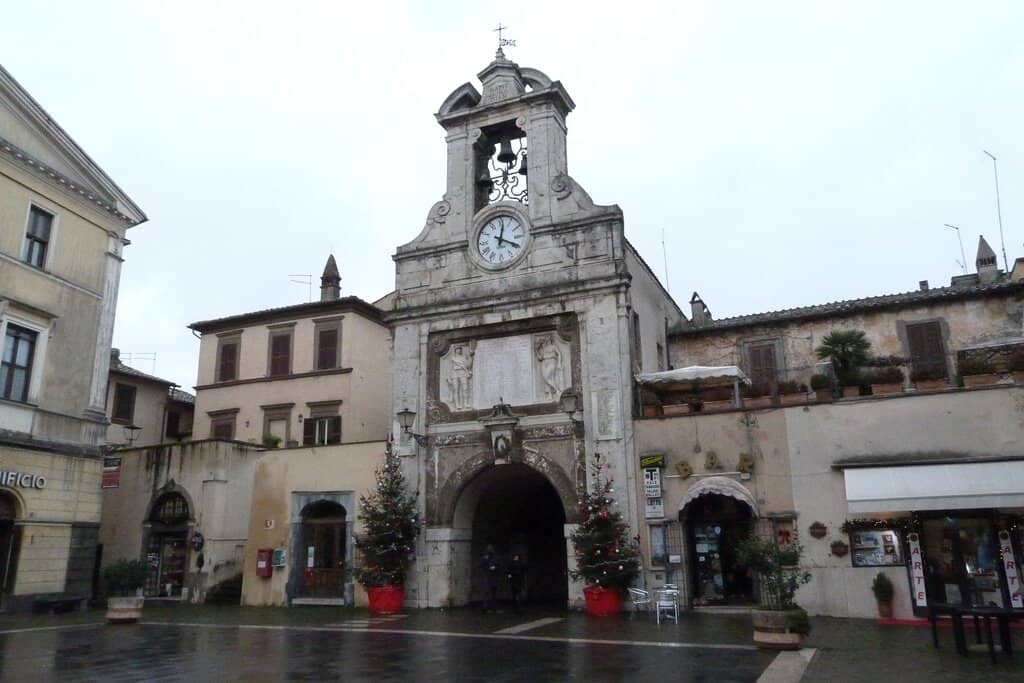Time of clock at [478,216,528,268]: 12:19
